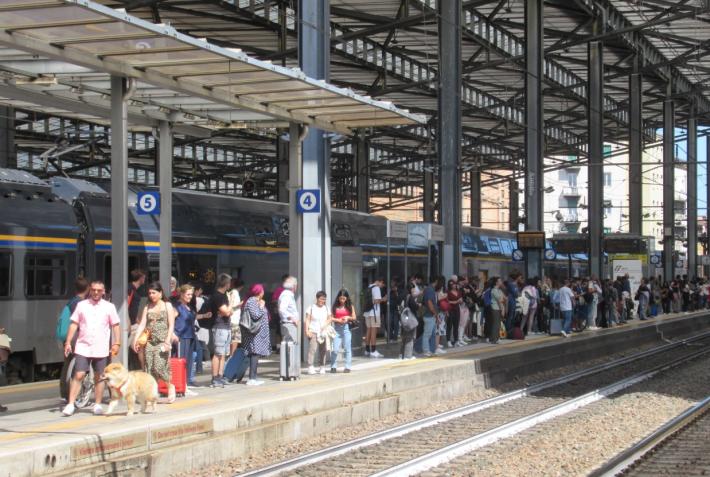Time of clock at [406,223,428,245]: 3:46
